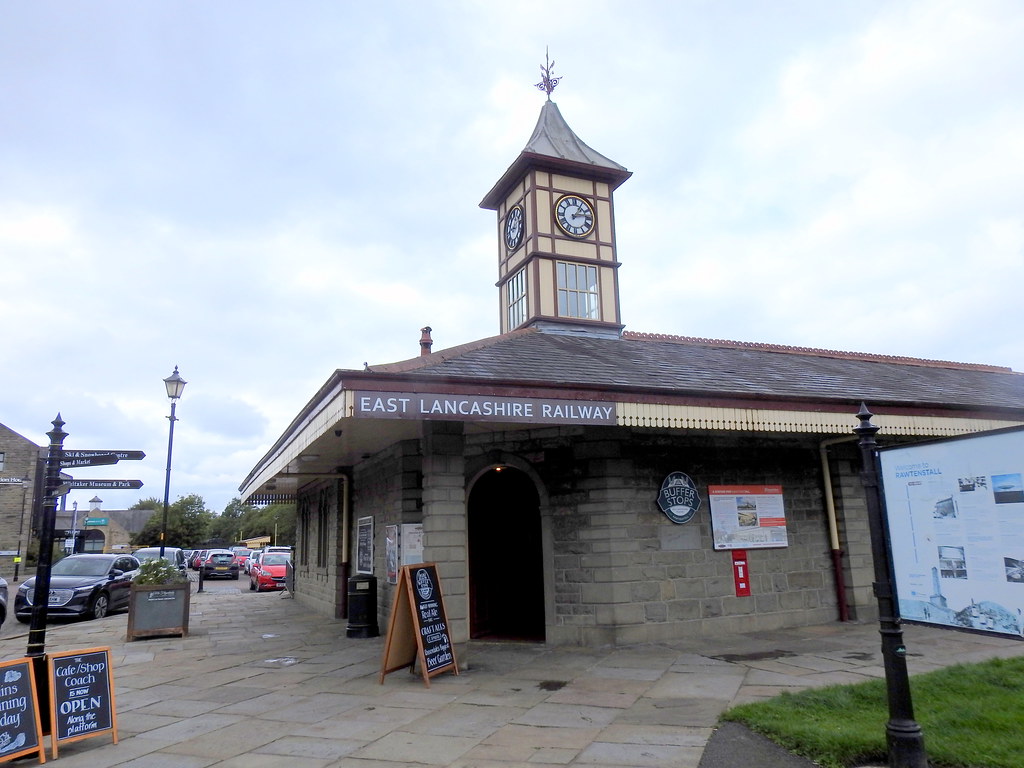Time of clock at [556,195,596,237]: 1:13
